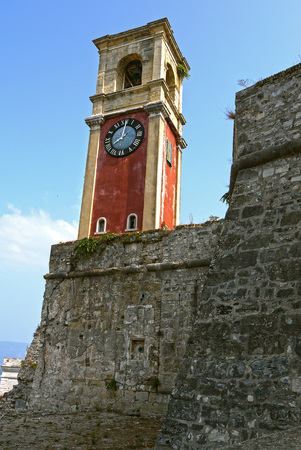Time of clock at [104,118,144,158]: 8:01
